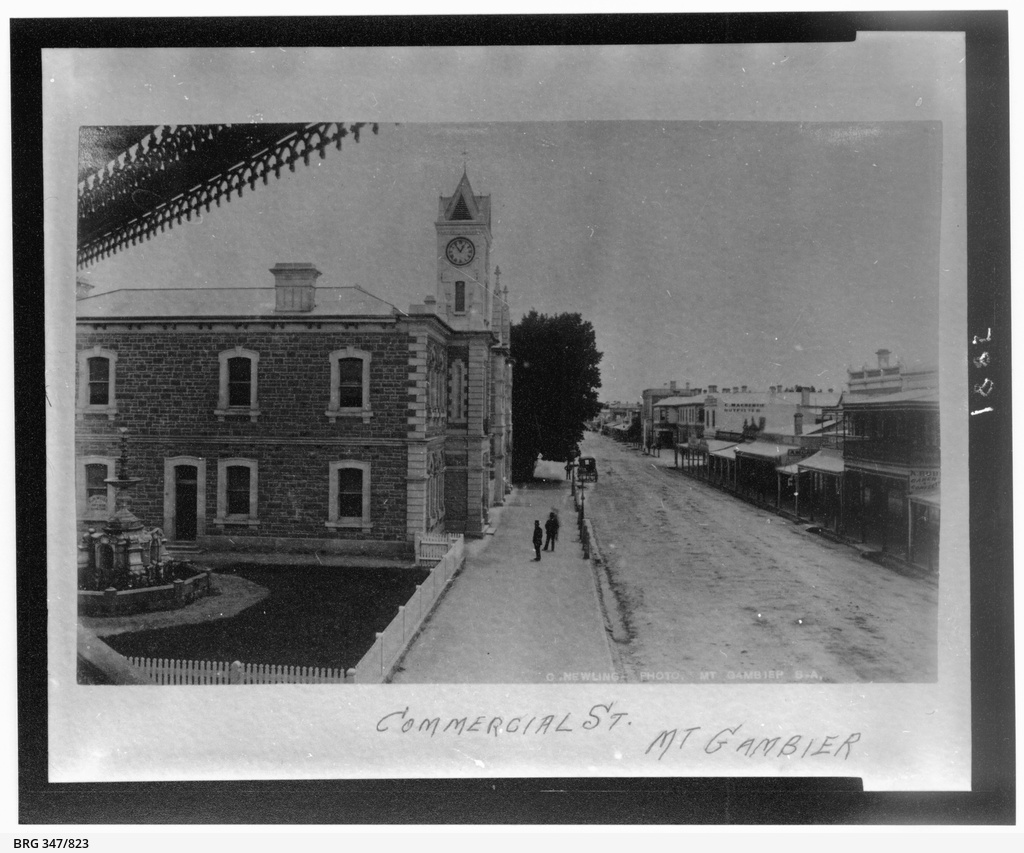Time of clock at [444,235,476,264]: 12:53
